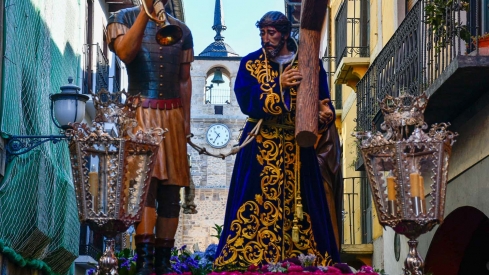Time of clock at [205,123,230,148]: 10:35
